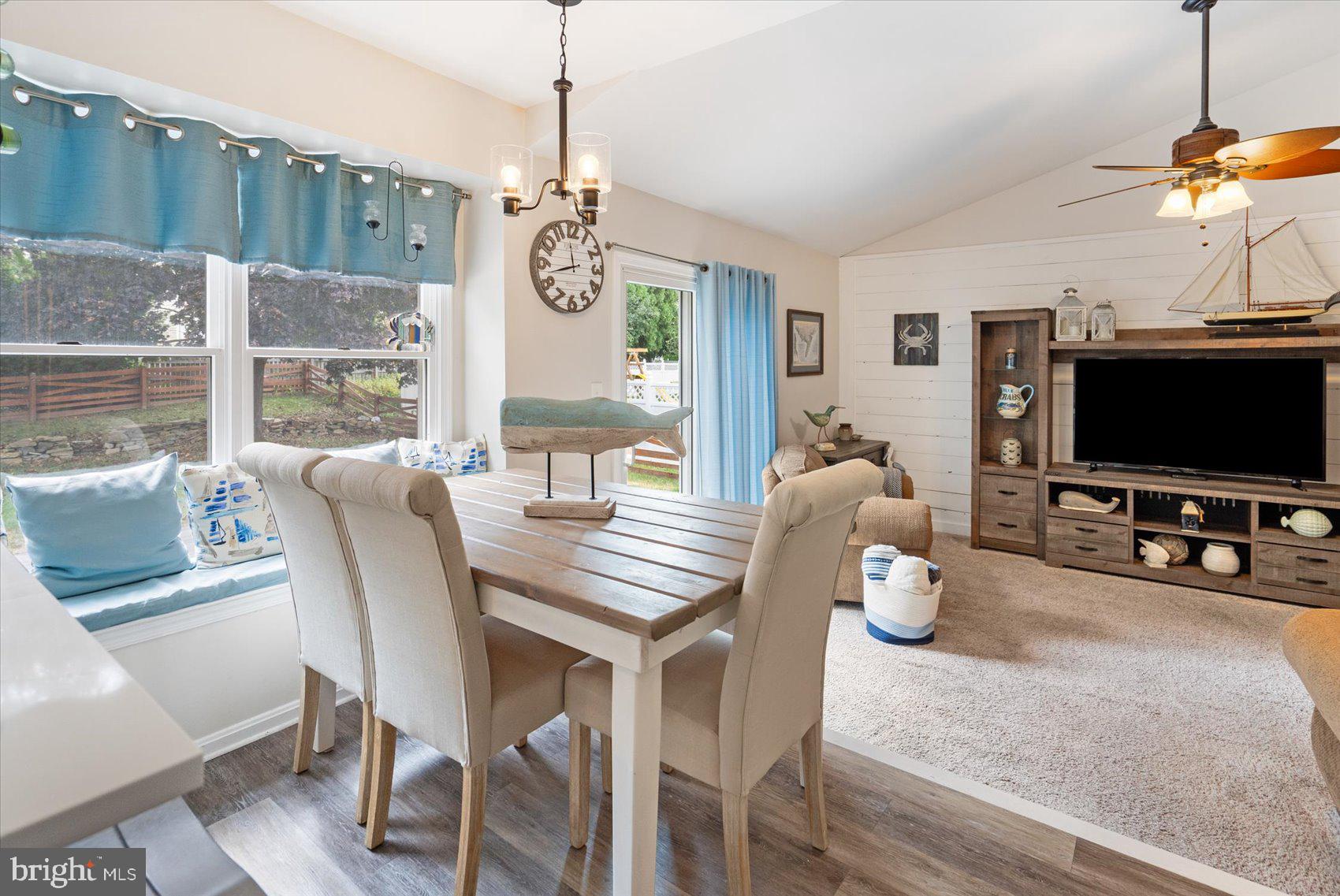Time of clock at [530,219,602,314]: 11:42
